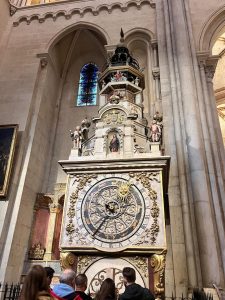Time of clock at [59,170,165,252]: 9:35
